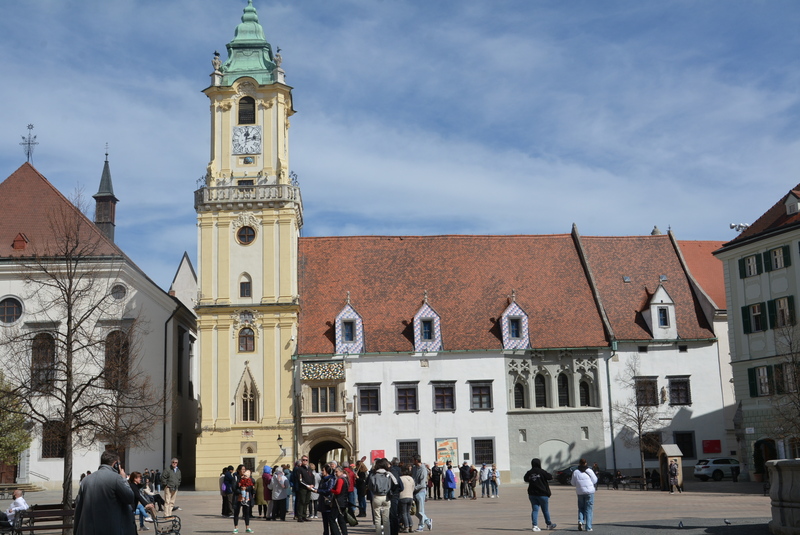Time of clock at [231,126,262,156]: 12:13
